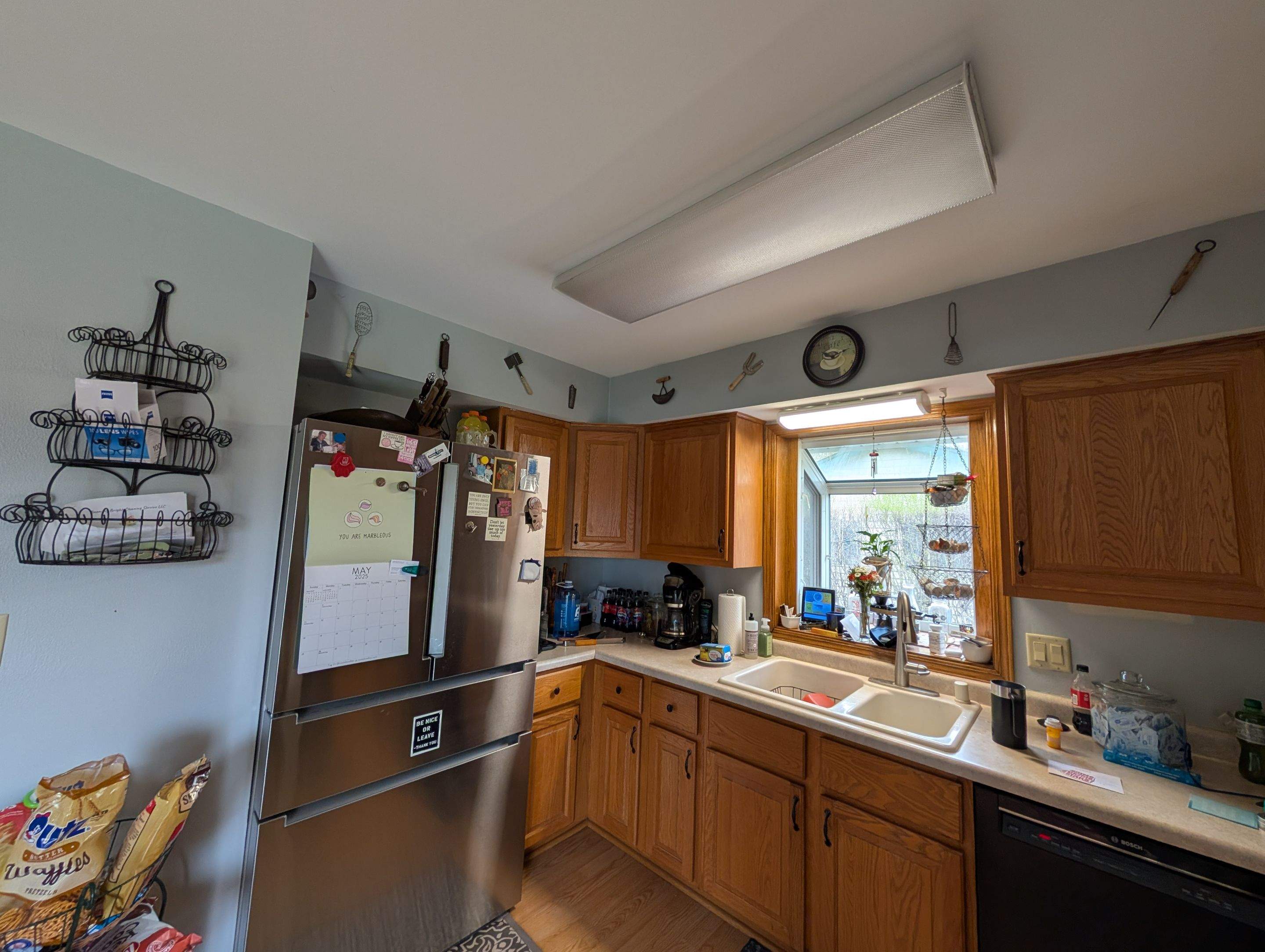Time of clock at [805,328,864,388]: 9:12
